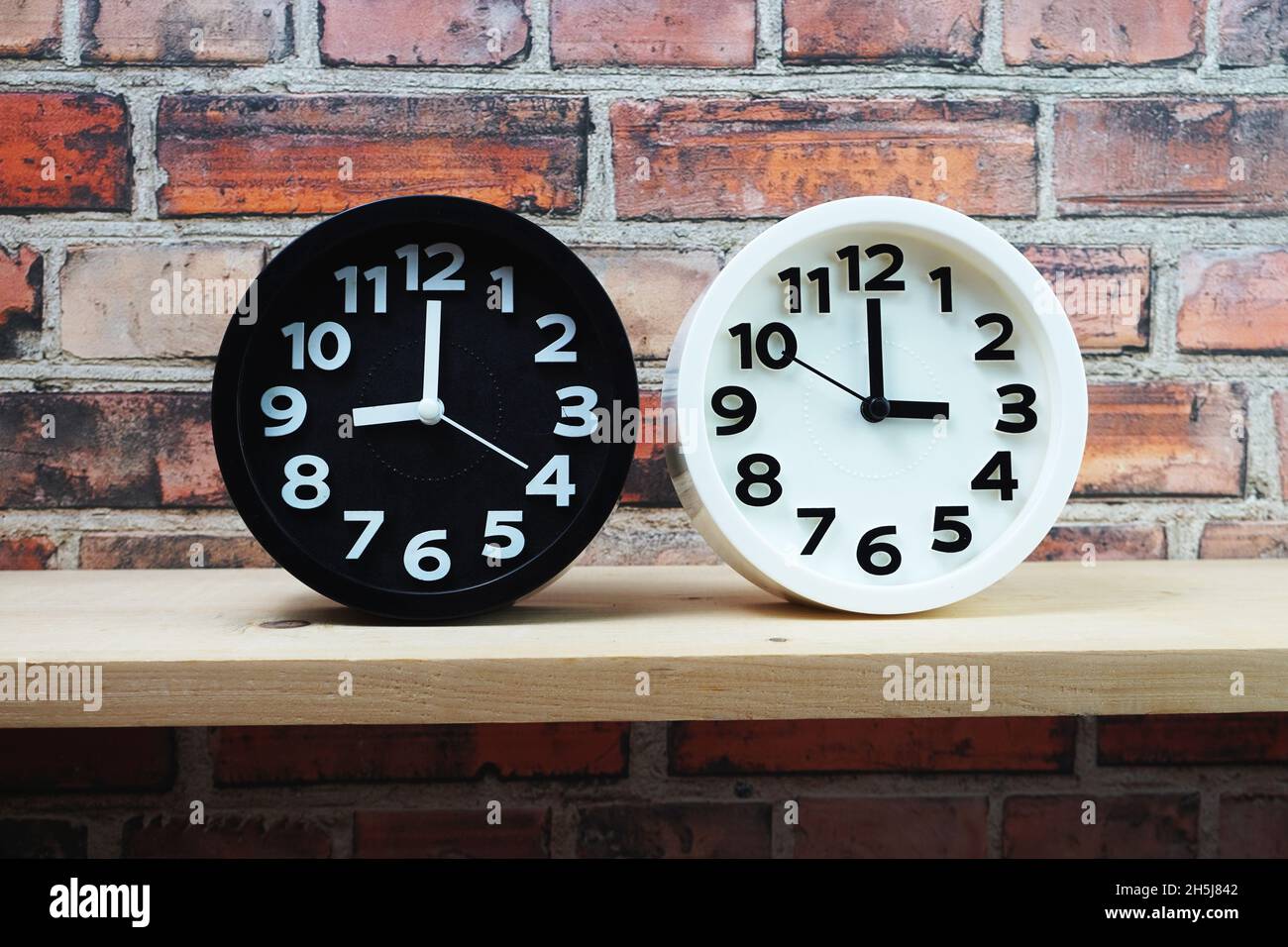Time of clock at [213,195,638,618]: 9:00
